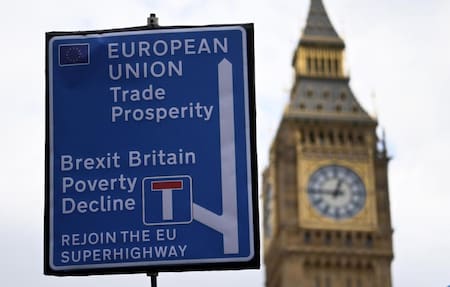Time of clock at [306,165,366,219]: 12:45
